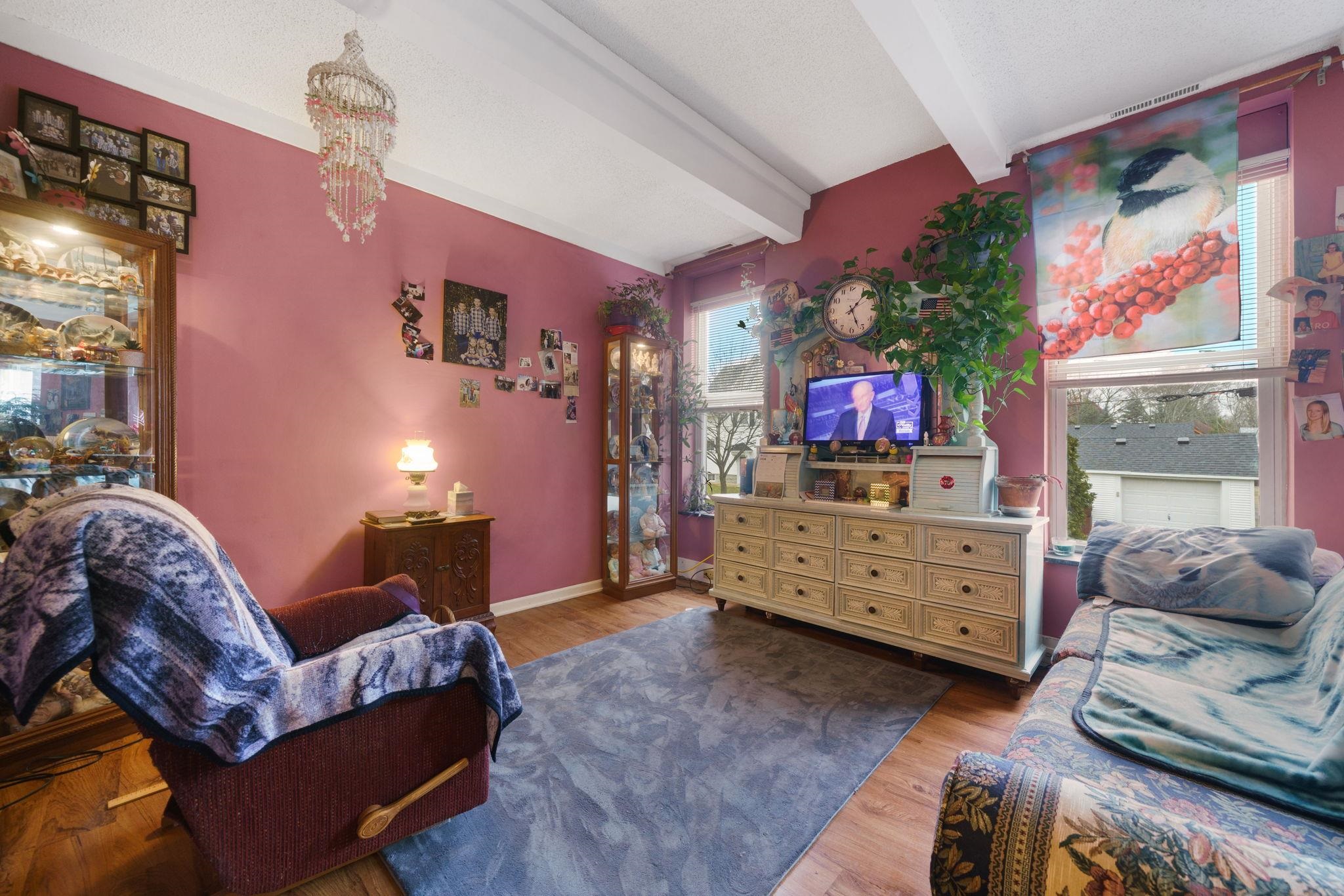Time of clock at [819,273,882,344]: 1:26
